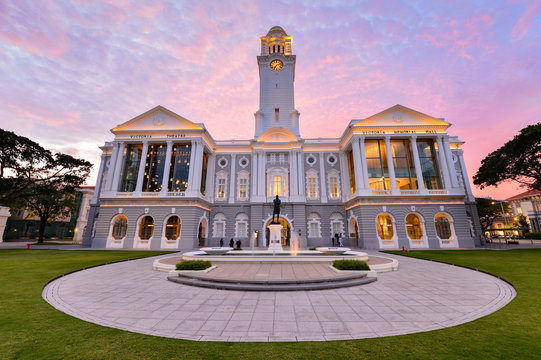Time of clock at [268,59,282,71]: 7:12
